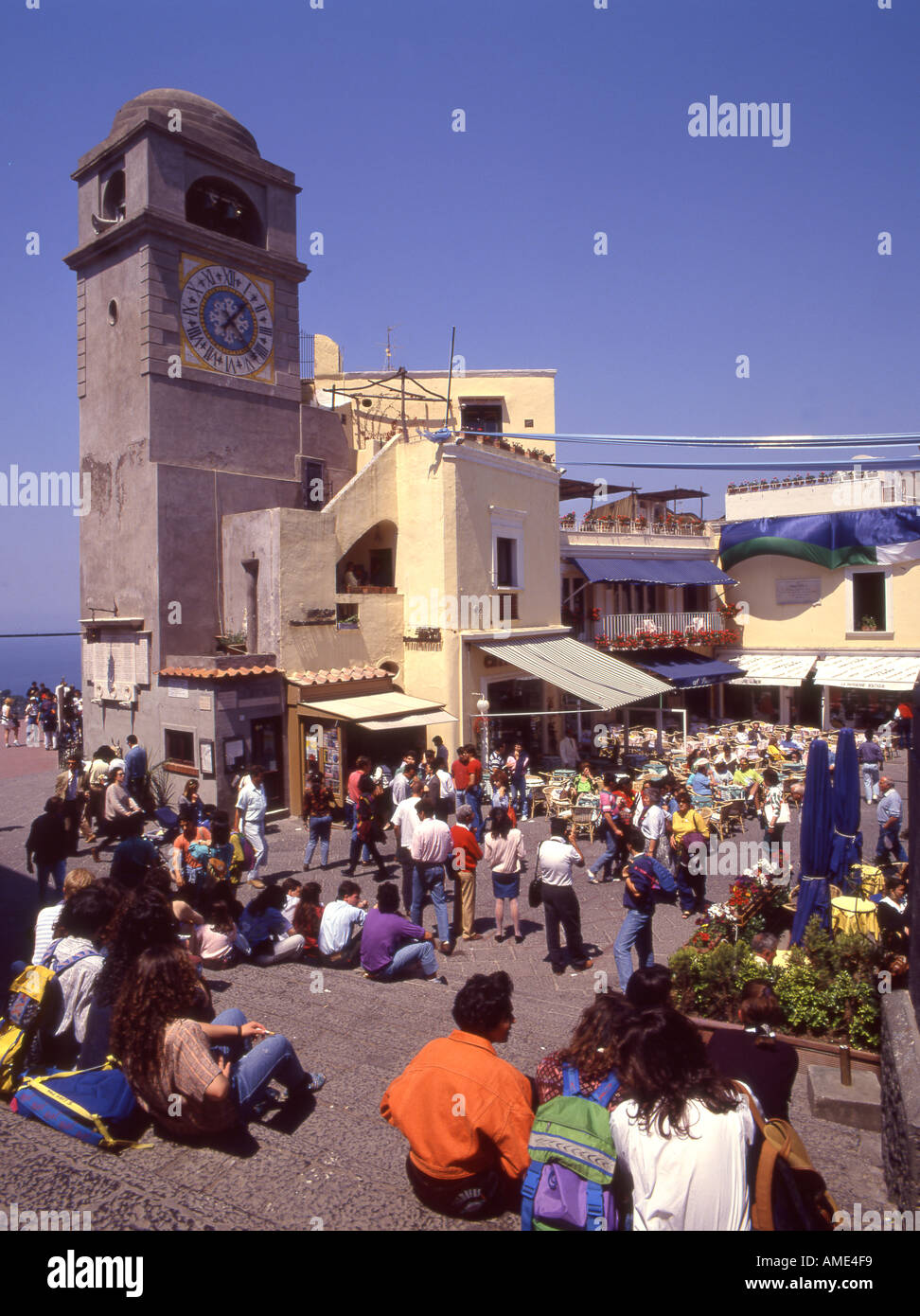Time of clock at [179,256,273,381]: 1:23
